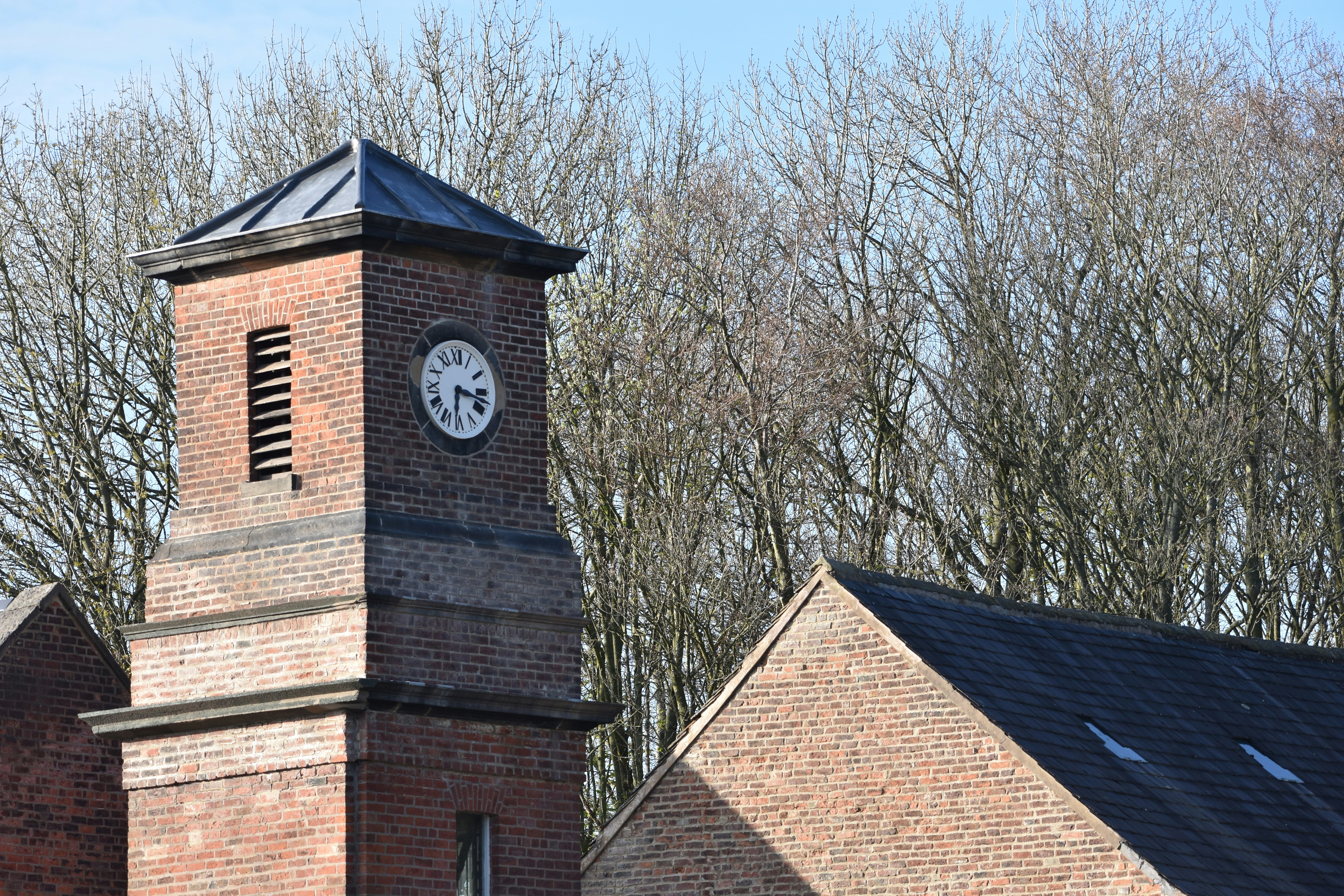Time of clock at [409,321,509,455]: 6:17
